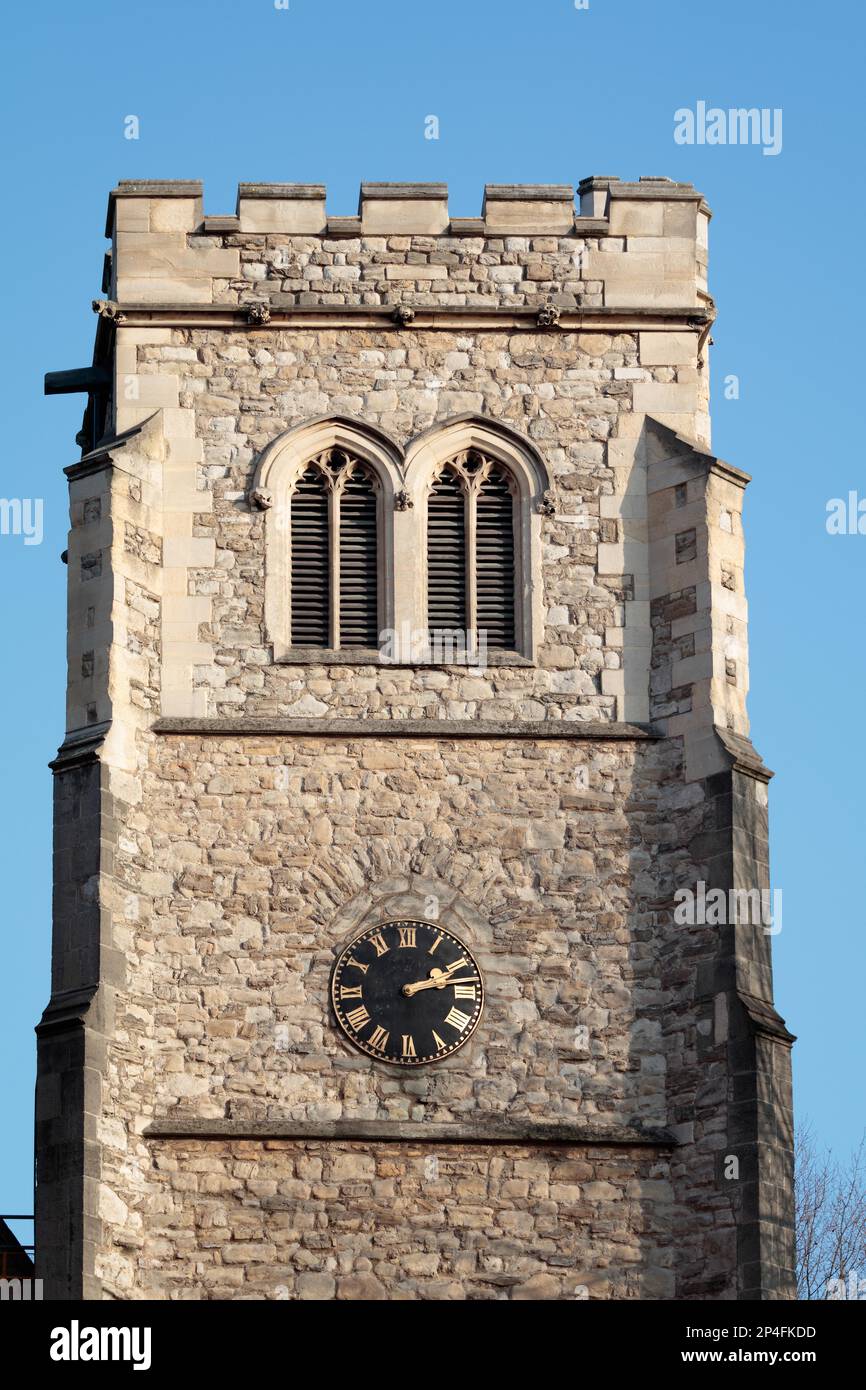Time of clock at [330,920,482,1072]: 2:13
